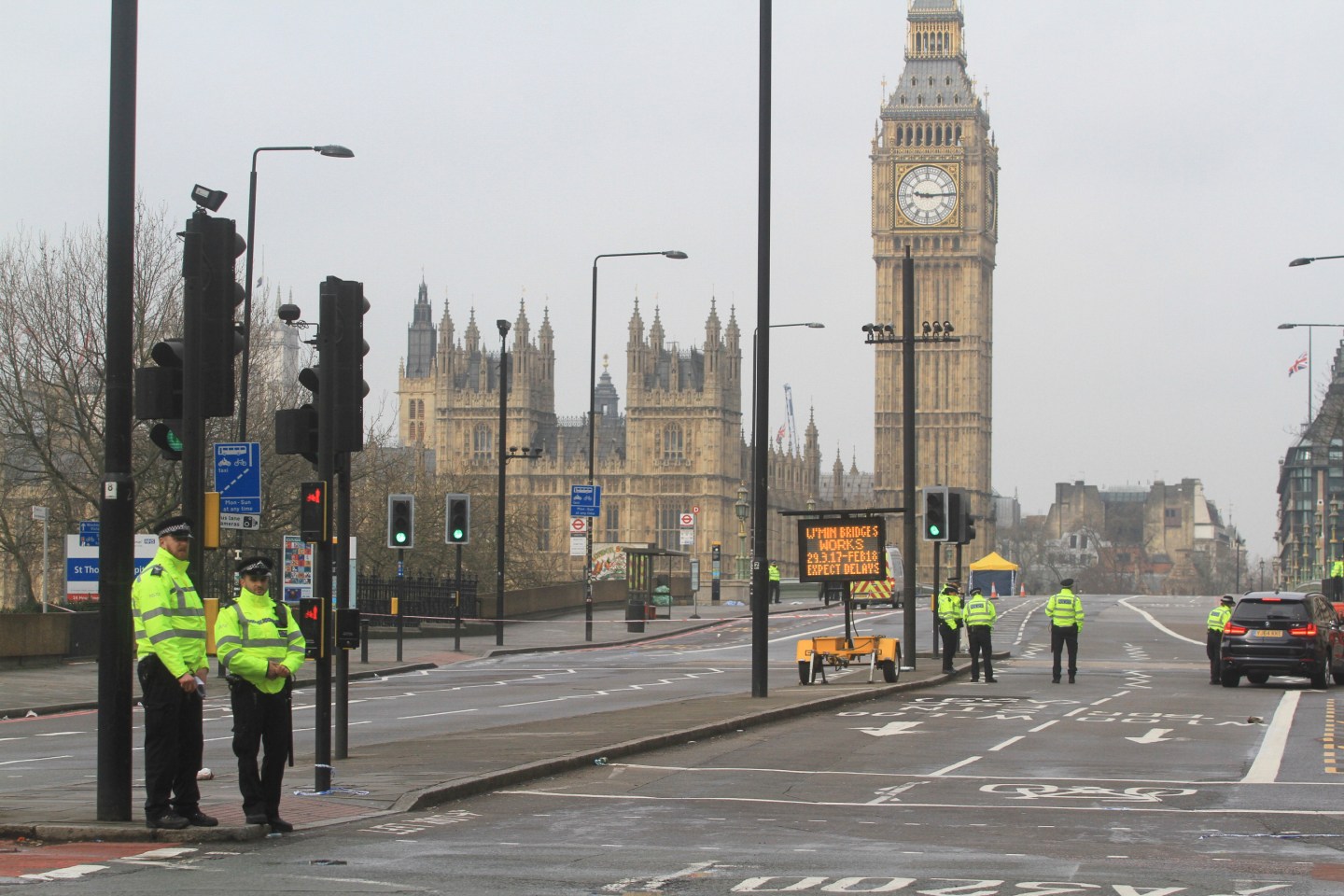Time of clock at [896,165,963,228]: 9:14
